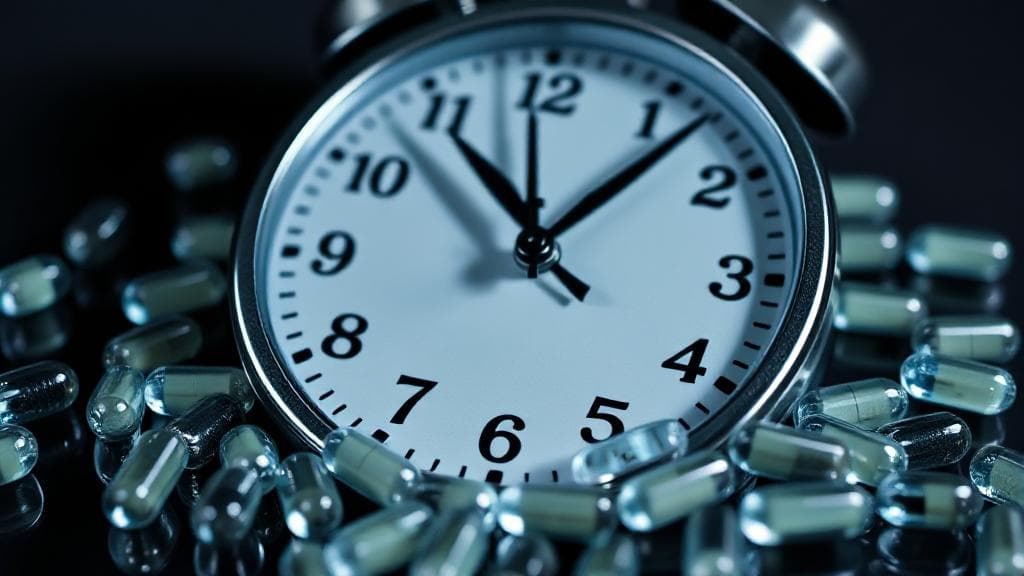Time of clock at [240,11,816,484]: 11:07
